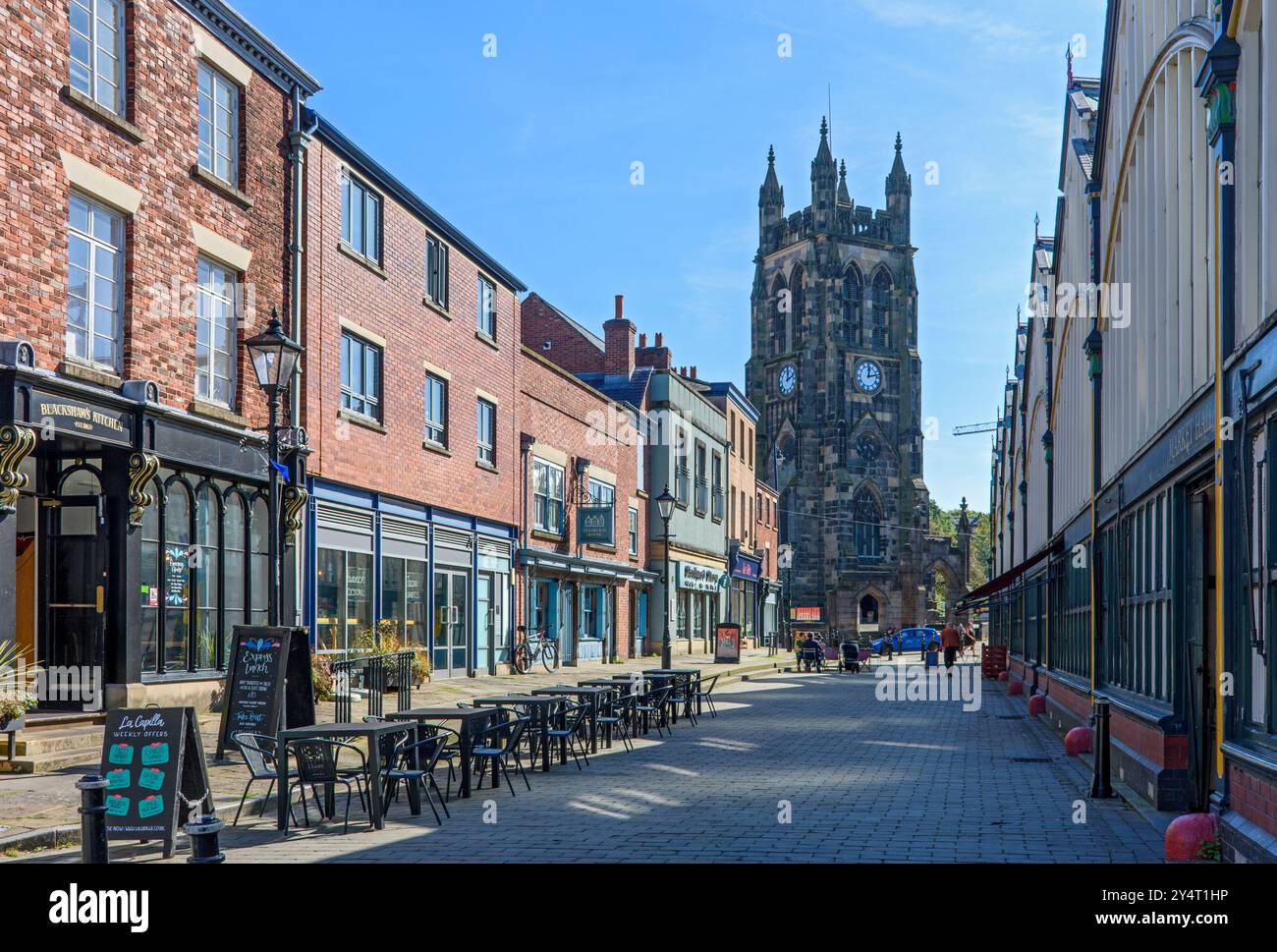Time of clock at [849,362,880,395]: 12:12
